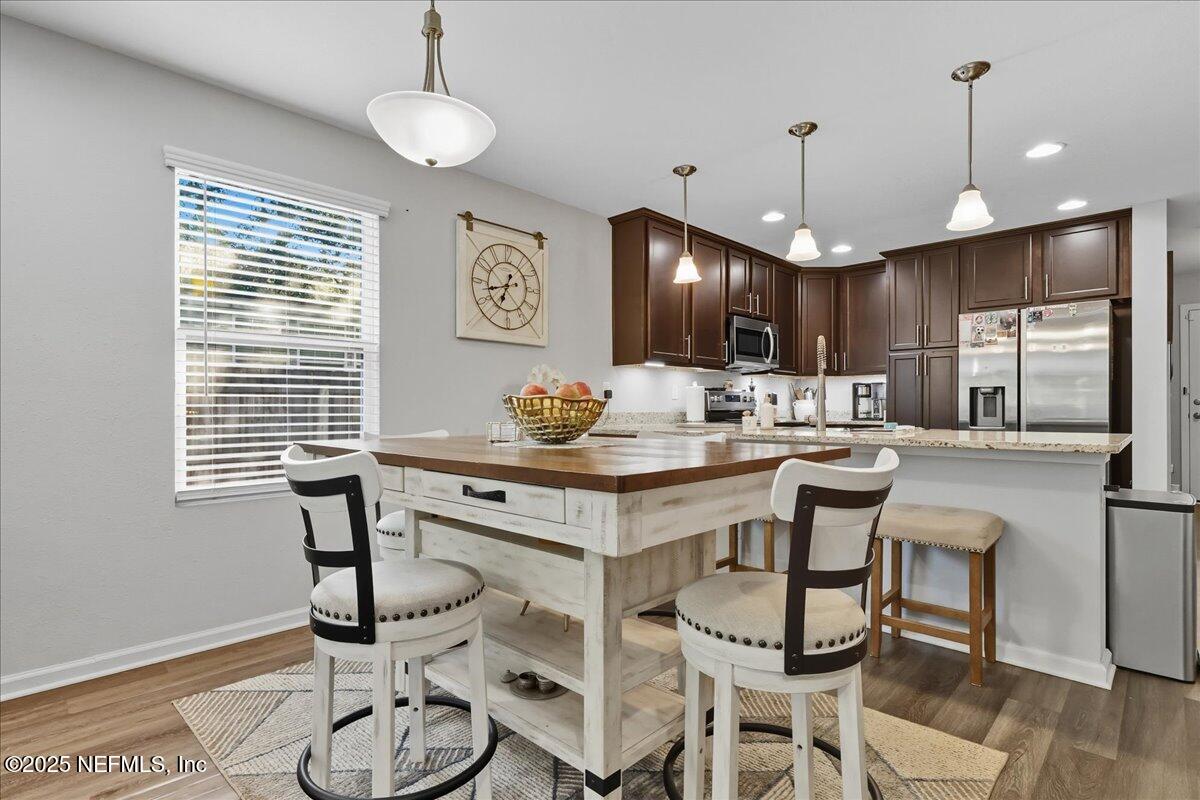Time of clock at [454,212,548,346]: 6:42
